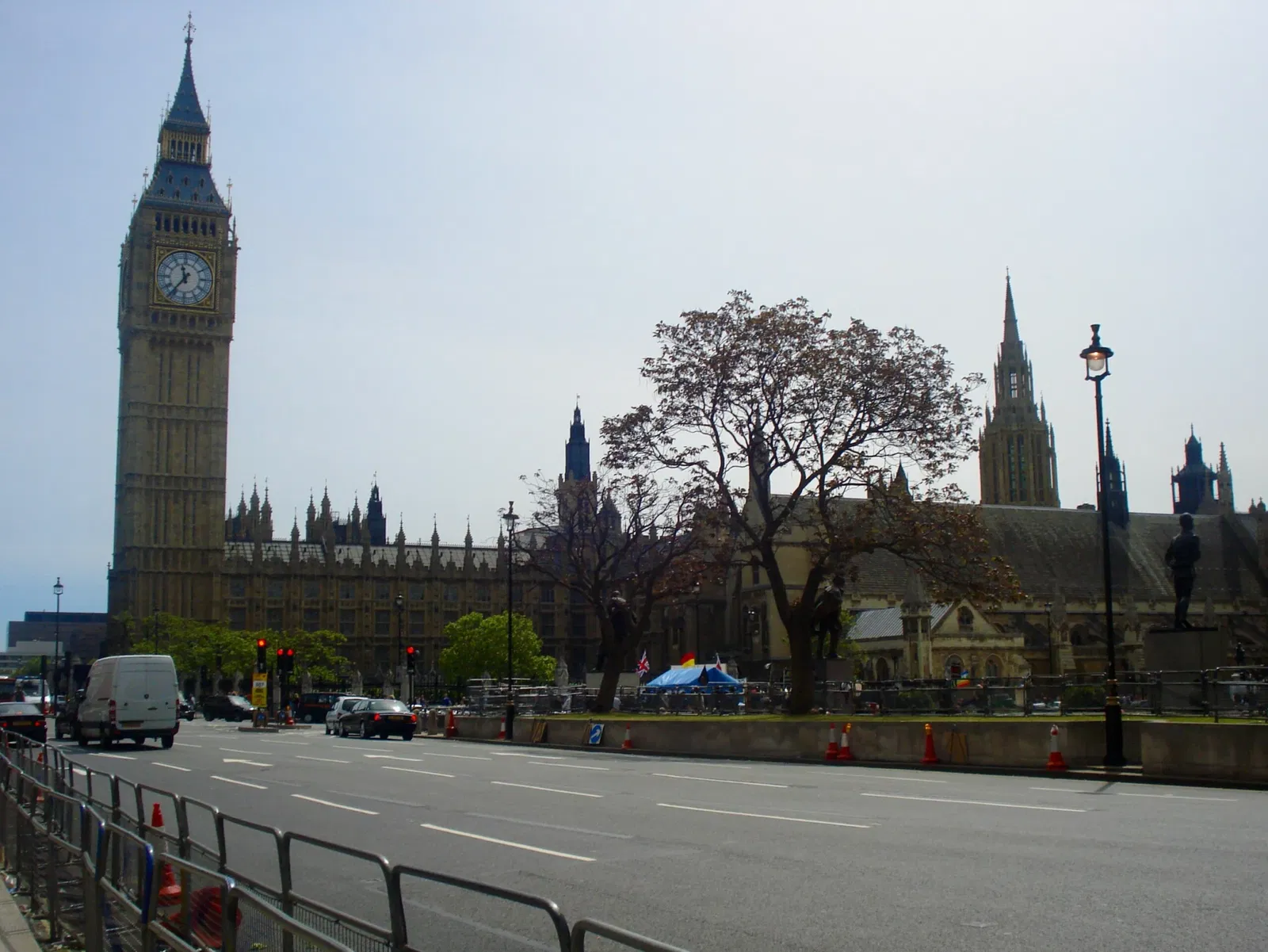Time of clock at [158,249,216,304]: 11:36
